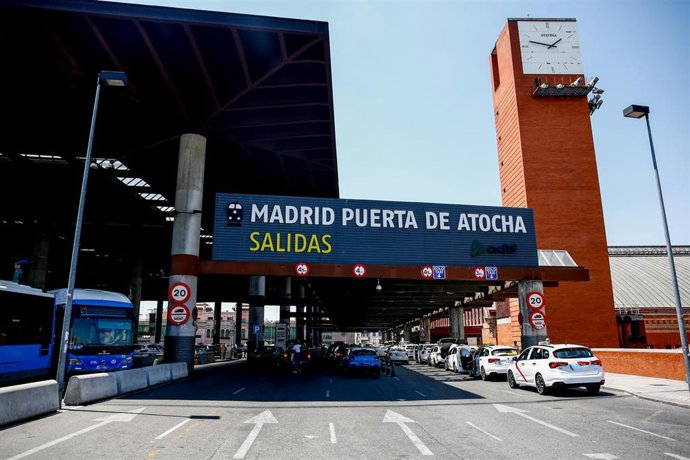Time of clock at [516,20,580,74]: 1:47
